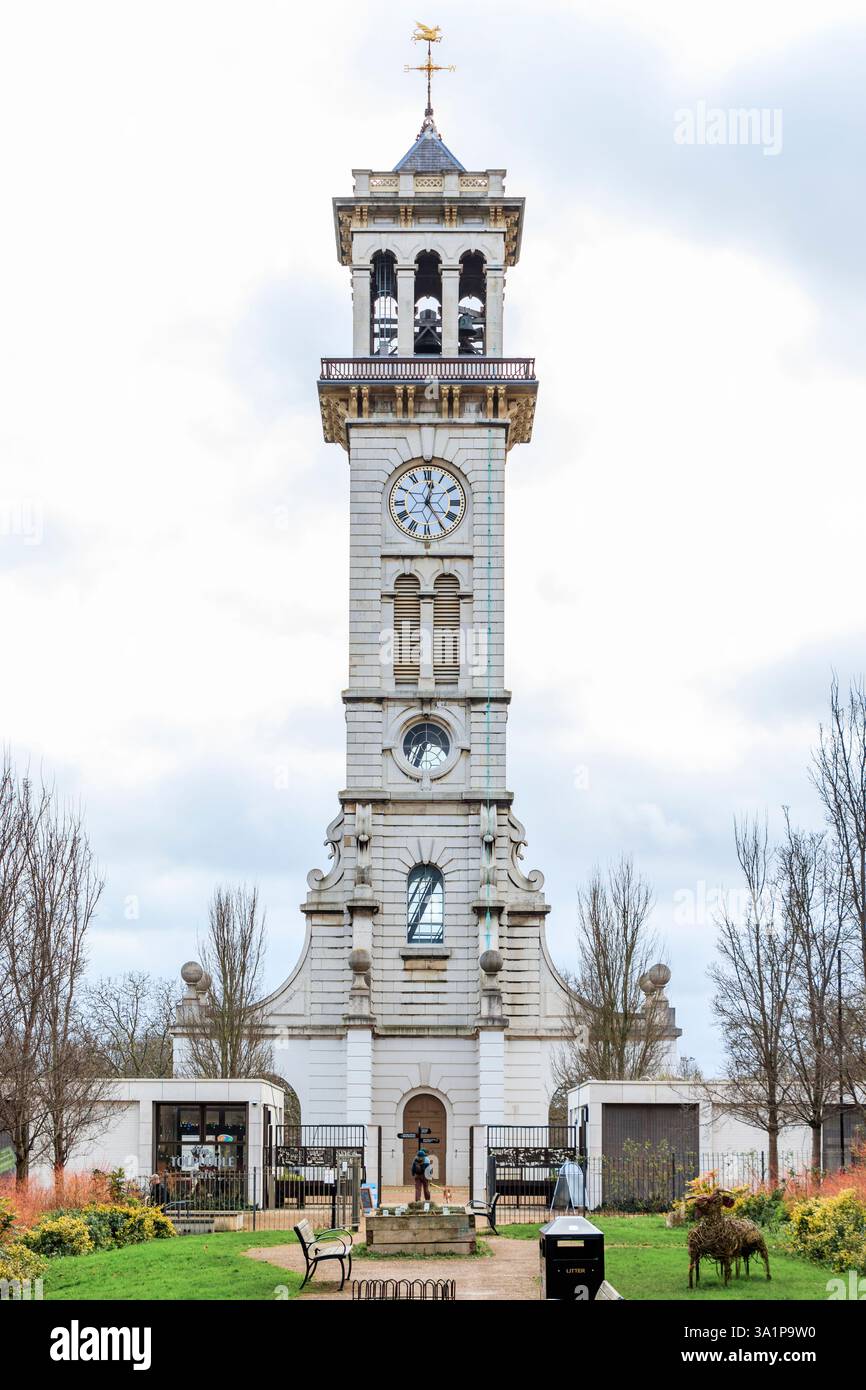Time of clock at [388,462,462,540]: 12:24
